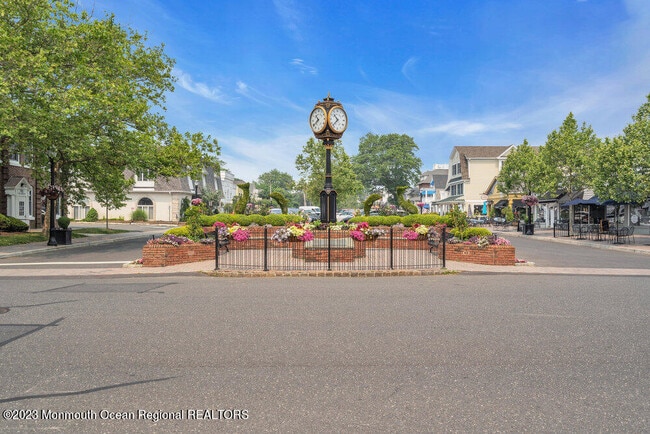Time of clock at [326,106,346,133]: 10:37
